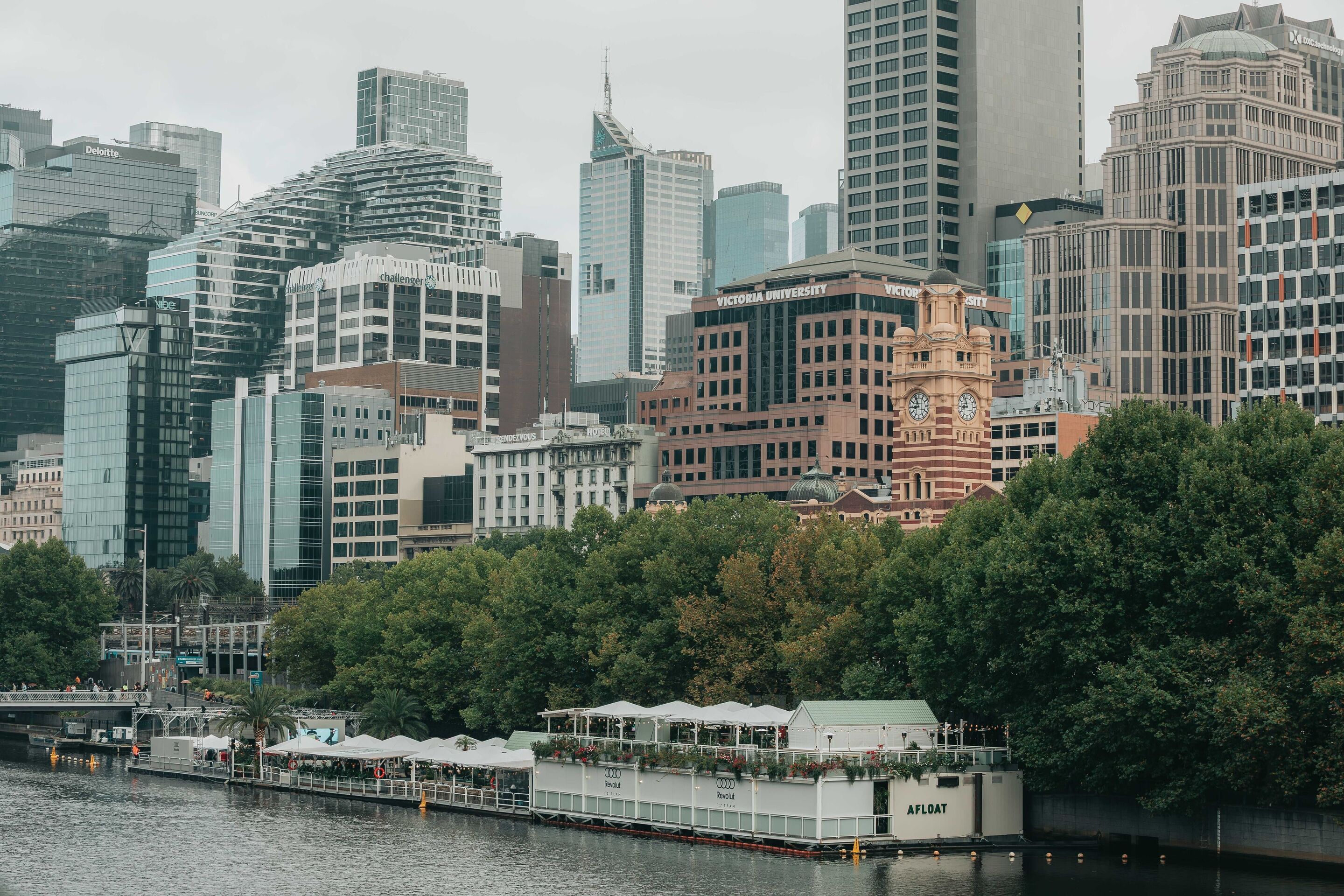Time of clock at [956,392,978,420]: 8:56
